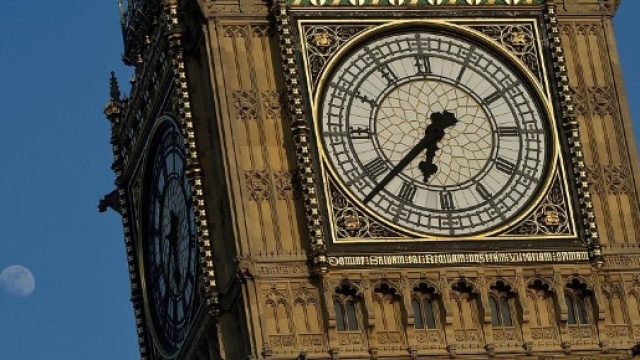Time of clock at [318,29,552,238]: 6:38
